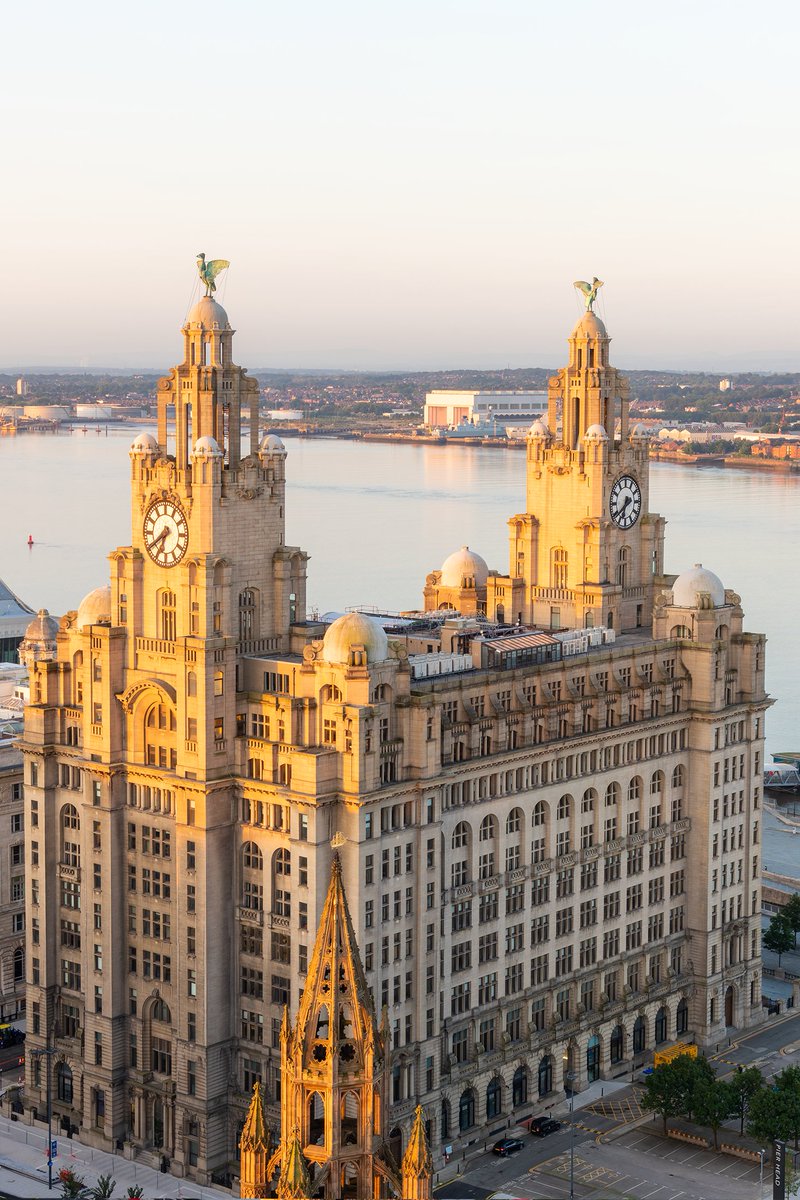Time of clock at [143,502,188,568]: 6:39
